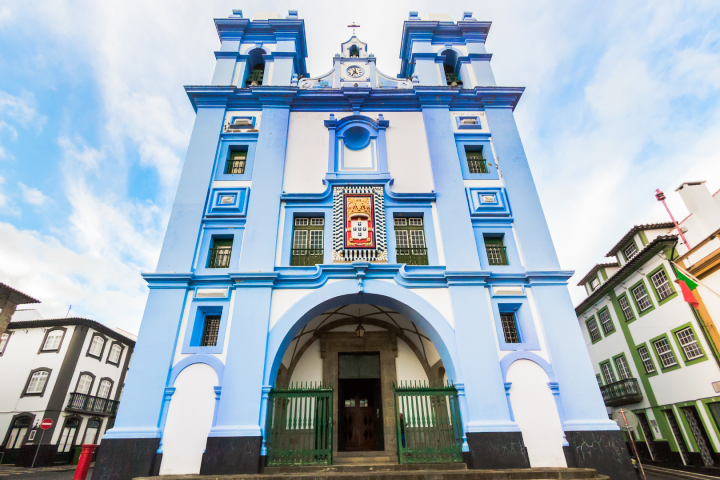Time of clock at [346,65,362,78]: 4:35
